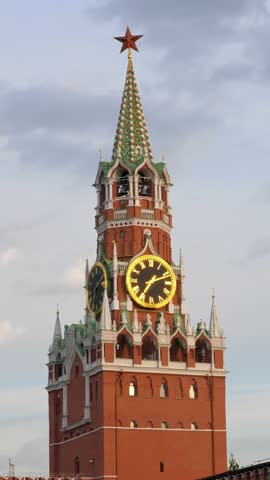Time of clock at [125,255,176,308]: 7:11
